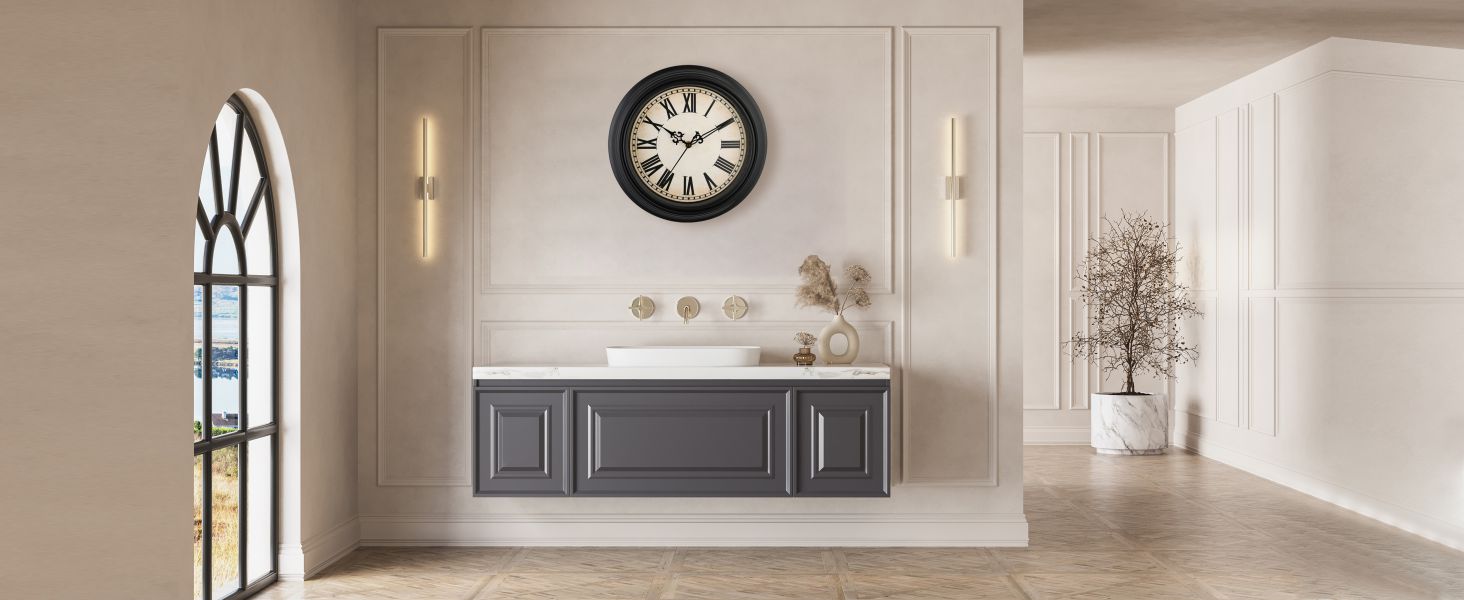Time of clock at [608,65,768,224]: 10:09
